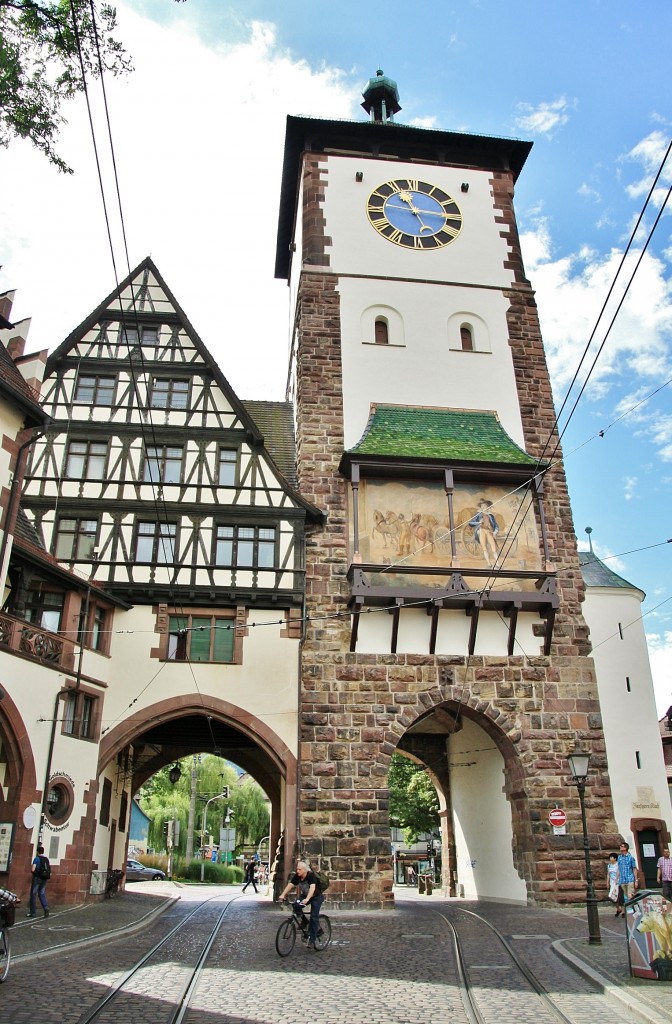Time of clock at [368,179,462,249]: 11:14
